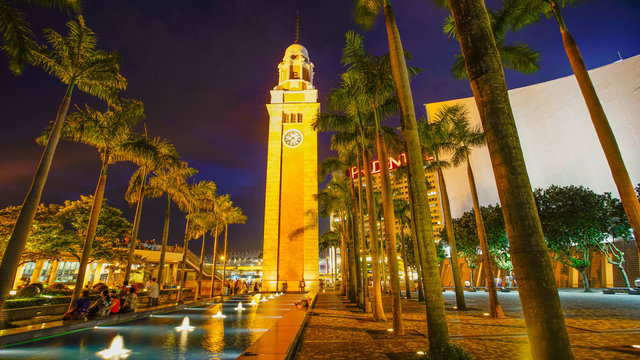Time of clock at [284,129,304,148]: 7:52
